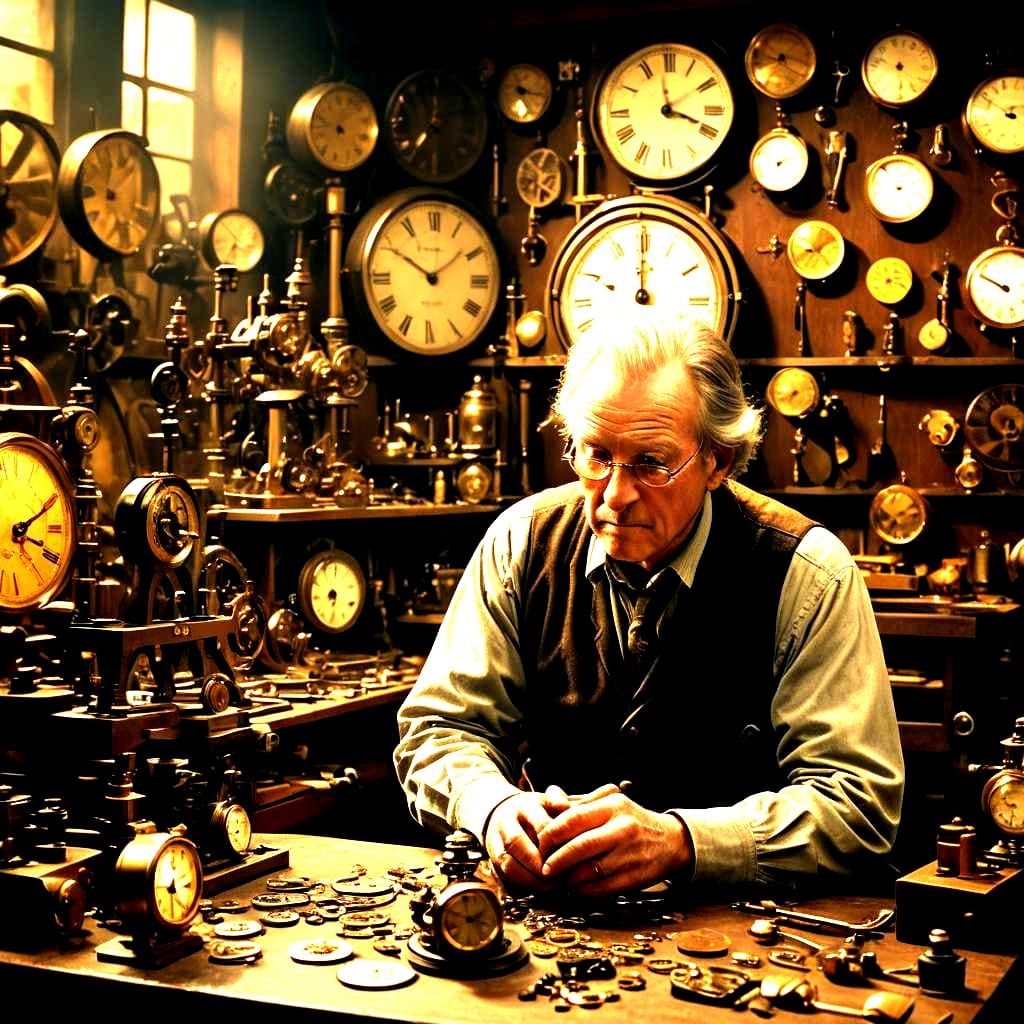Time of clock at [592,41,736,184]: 3:58
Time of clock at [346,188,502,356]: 10:08
